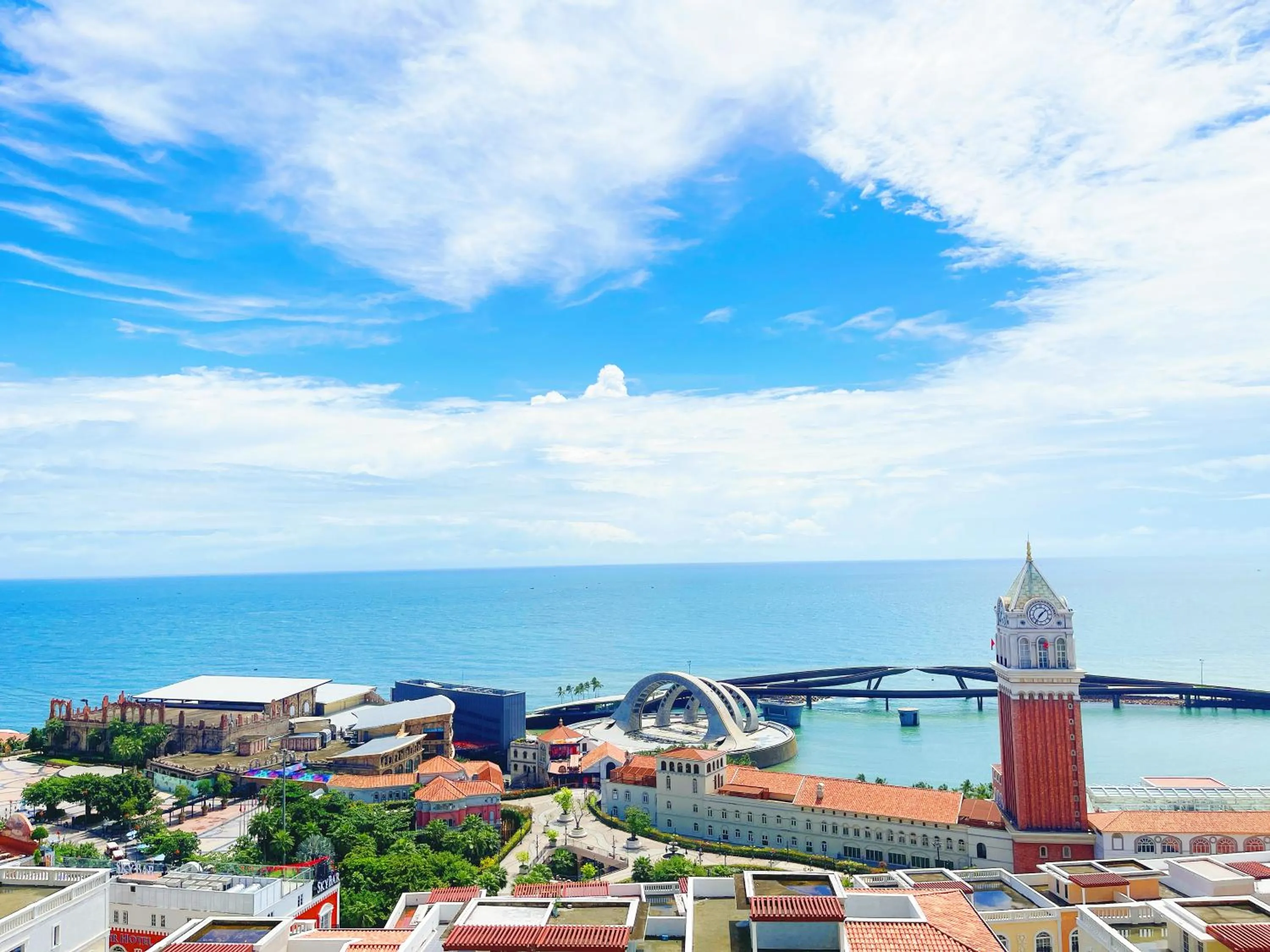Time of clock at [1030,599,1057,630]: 1:36
